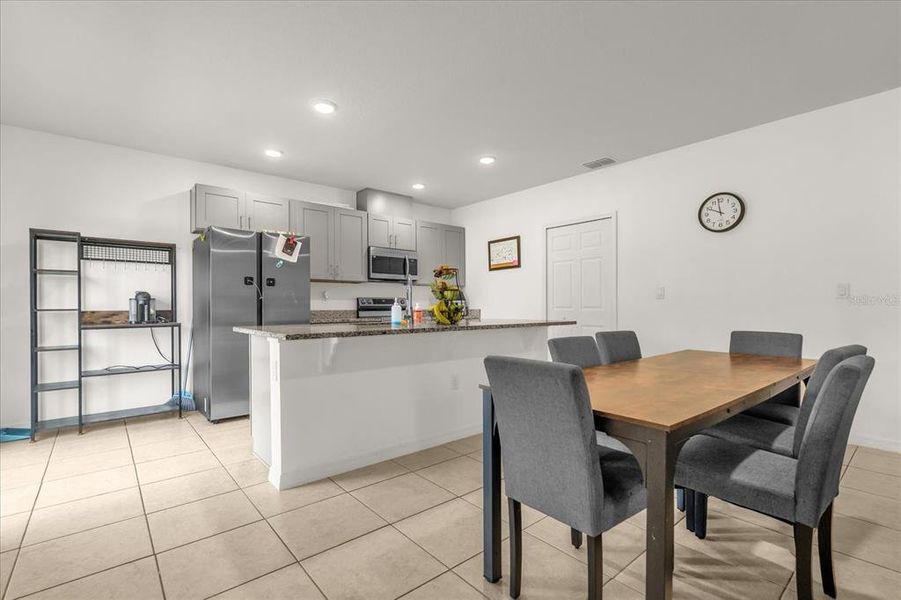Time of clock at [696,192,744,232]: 11:49
